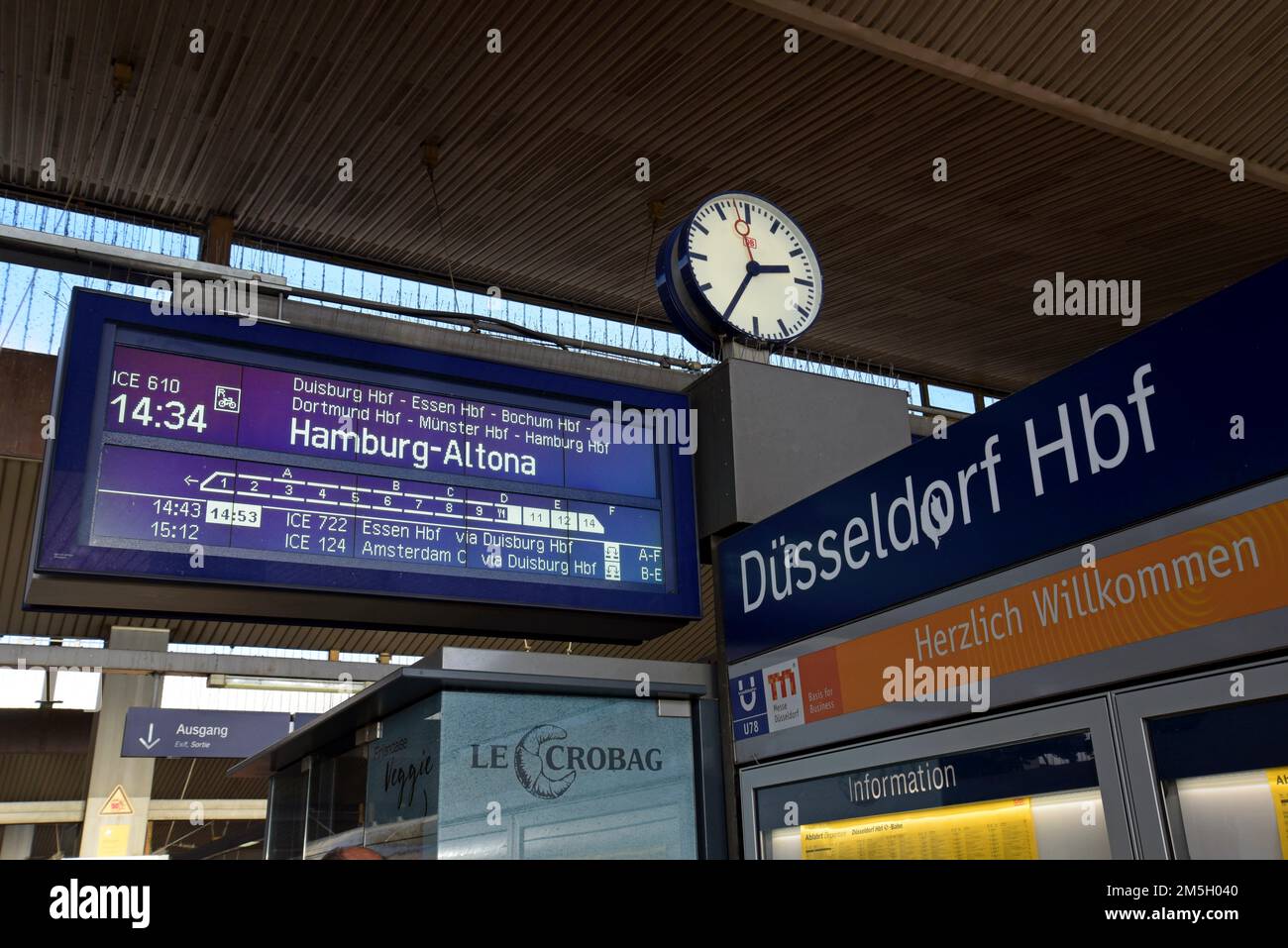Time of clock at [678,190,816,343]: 2:35
